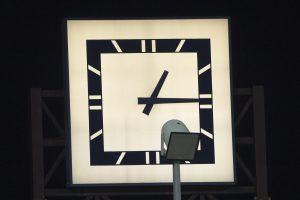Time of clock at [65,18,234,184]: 1:14
